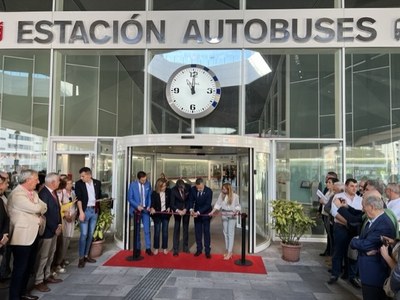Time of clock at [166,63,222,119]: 11:00
